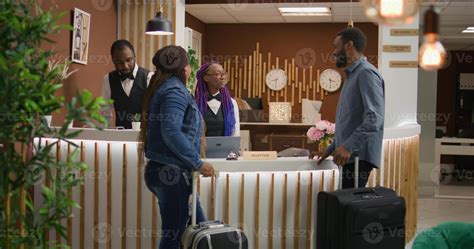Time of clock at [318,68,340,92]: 3:29
